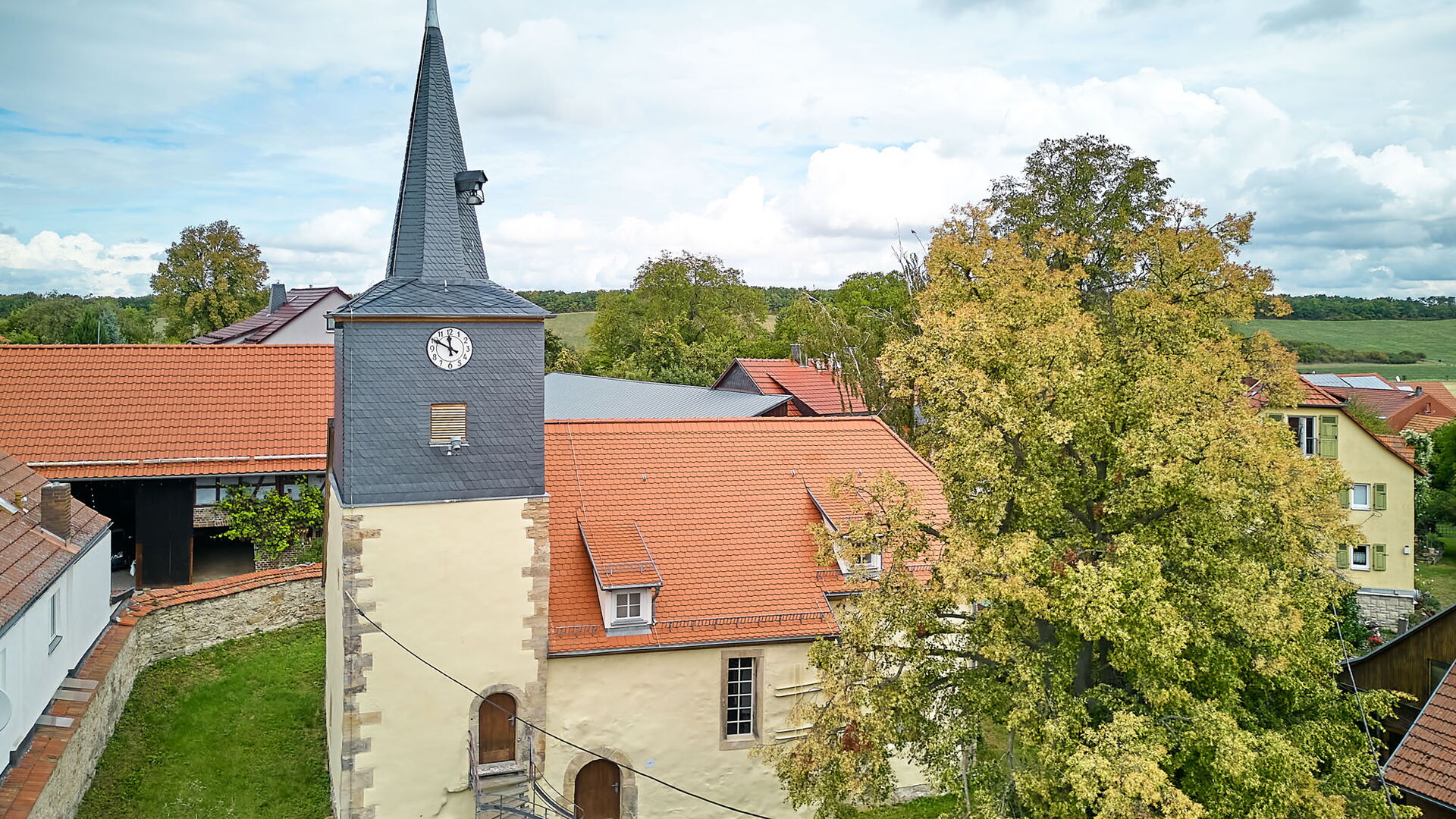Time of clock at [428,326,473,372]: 11:49
